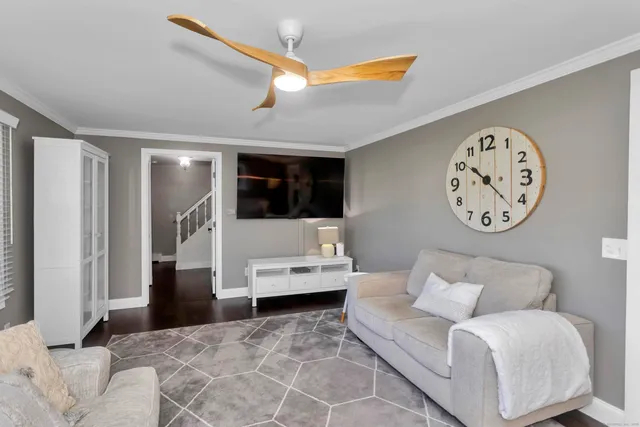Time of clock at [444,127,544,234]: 10:22
